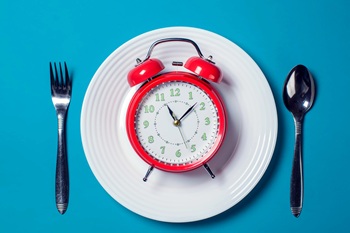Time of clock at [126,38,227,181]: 11:08
